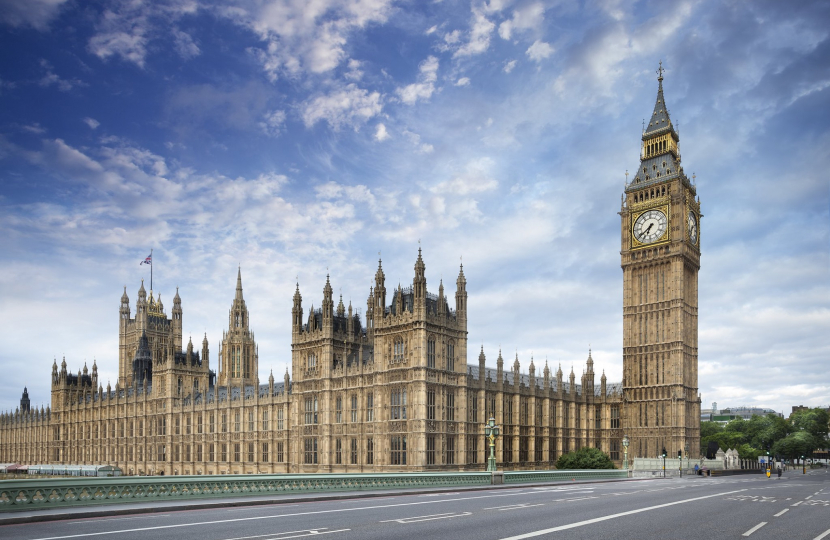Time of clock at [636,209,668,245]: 6:38
